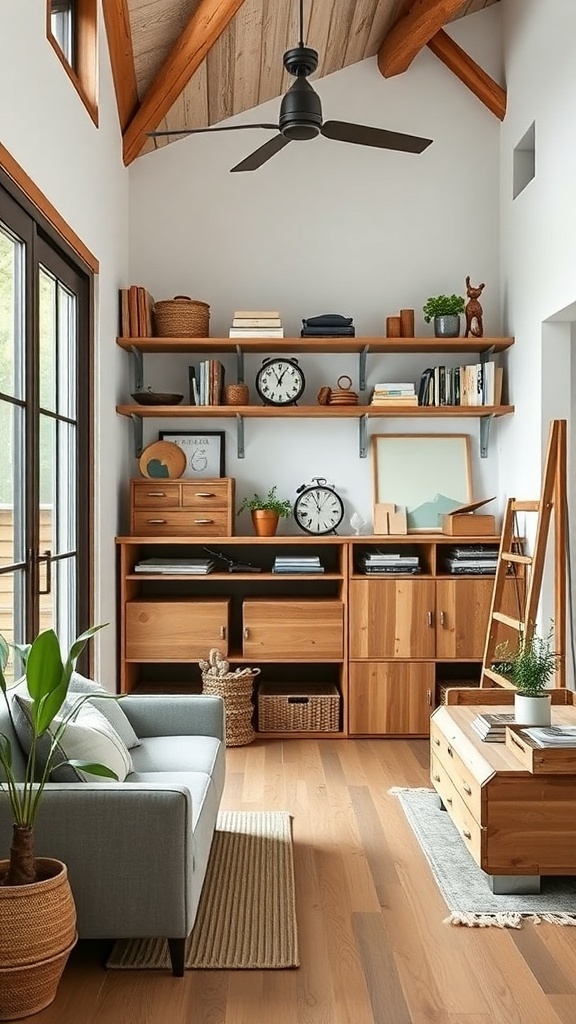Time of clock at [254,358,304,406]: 12:55
